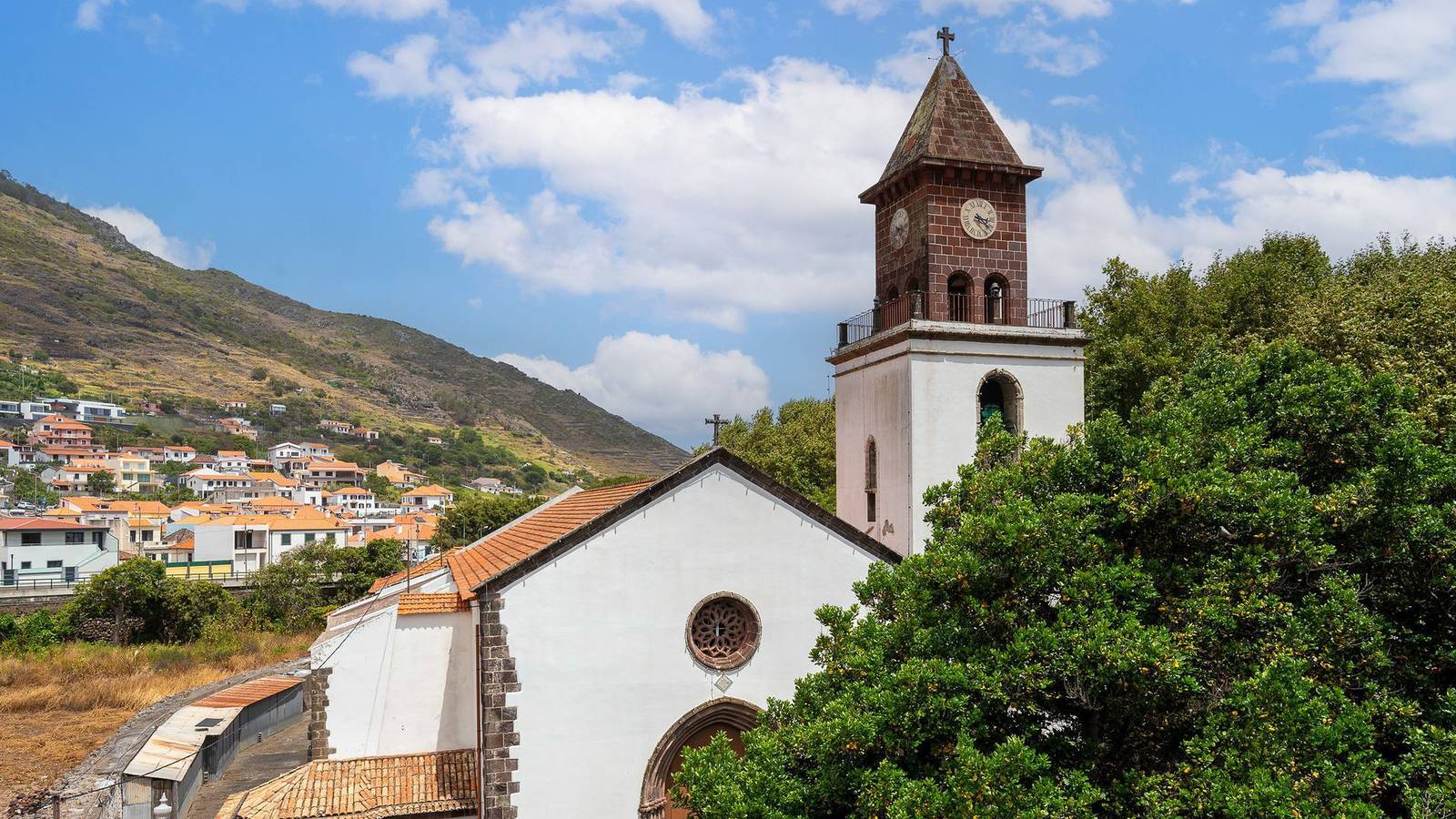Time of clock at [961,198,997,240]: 3:22
